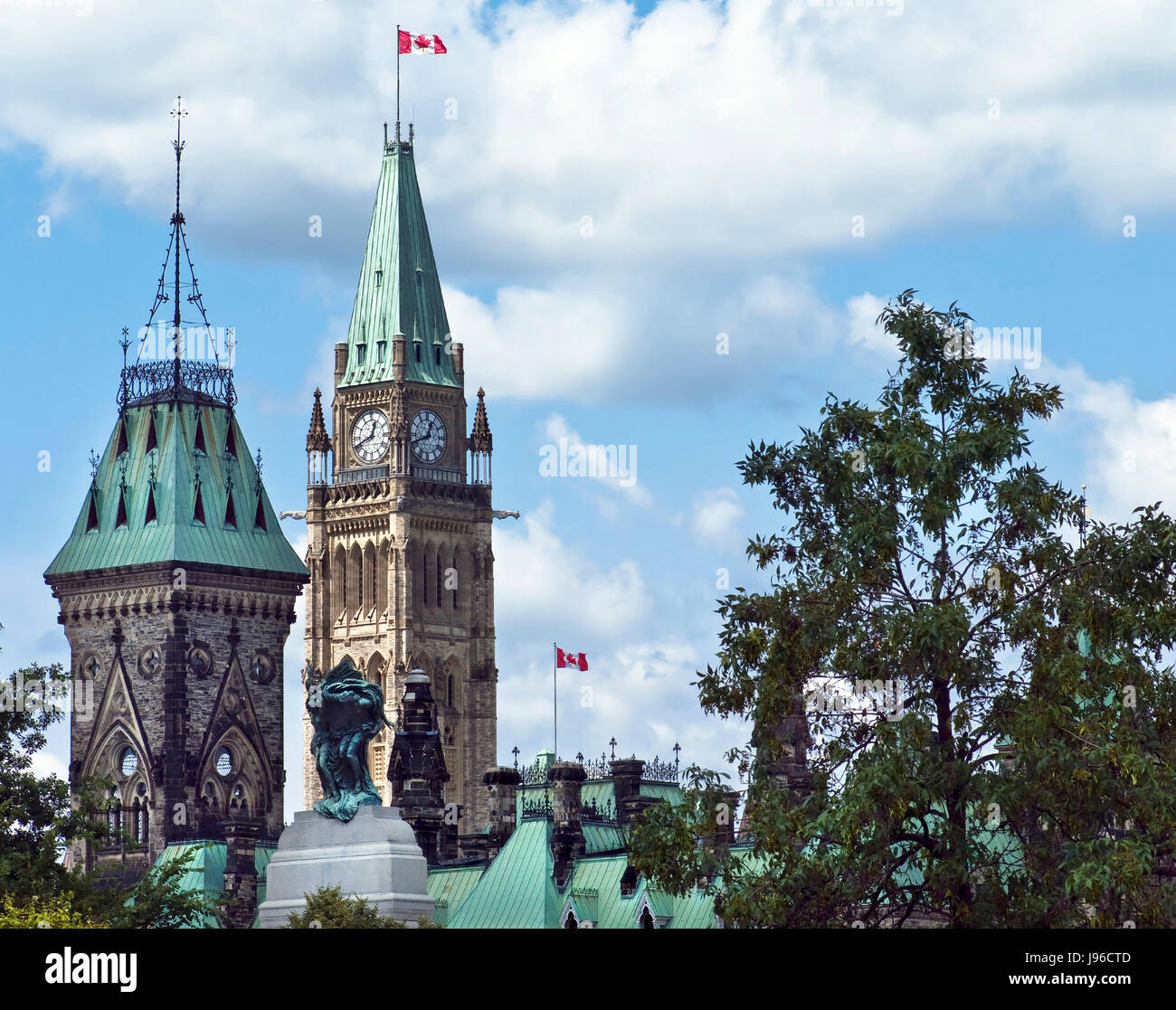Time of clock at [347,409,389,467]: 12:41
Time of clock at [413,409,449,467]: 12:41
